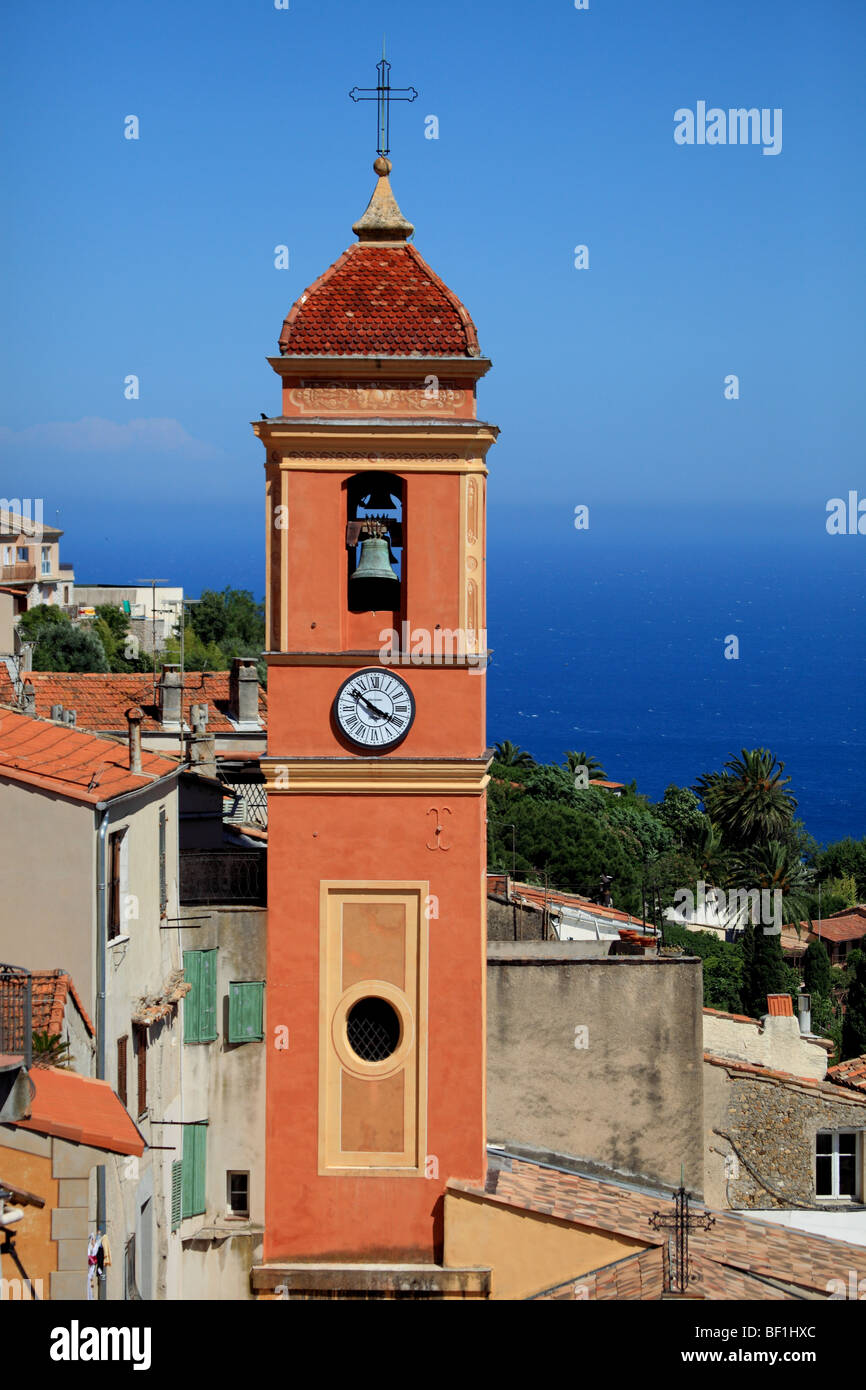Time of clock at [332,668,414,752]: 3:51
